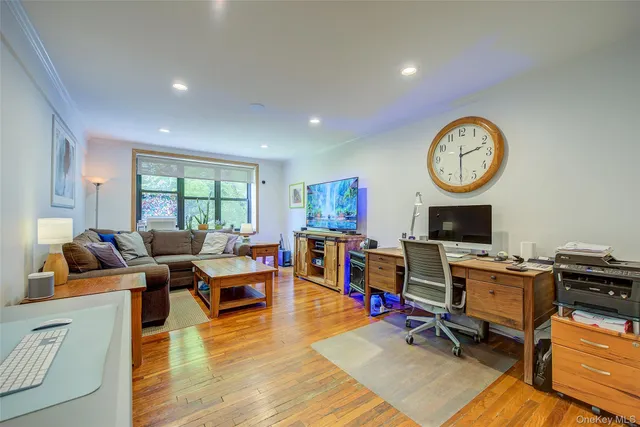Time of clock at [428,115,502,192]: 2:29
